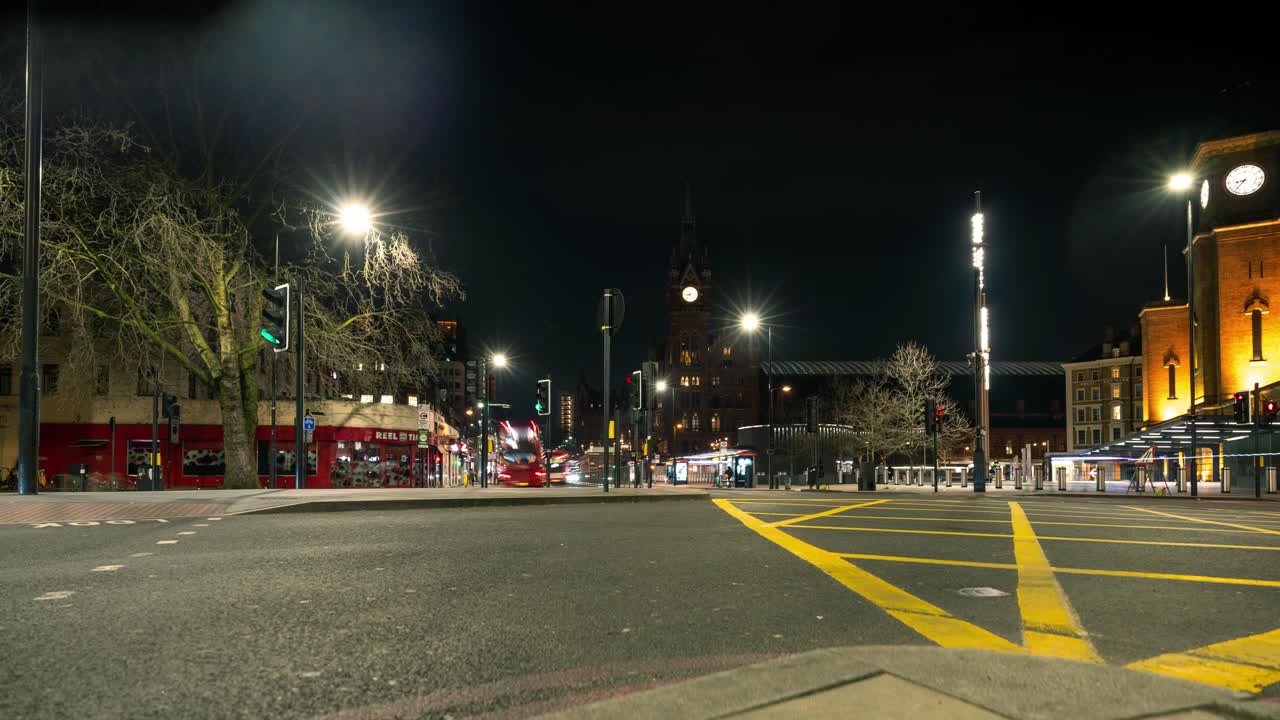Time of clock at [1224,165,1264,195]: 8:37
